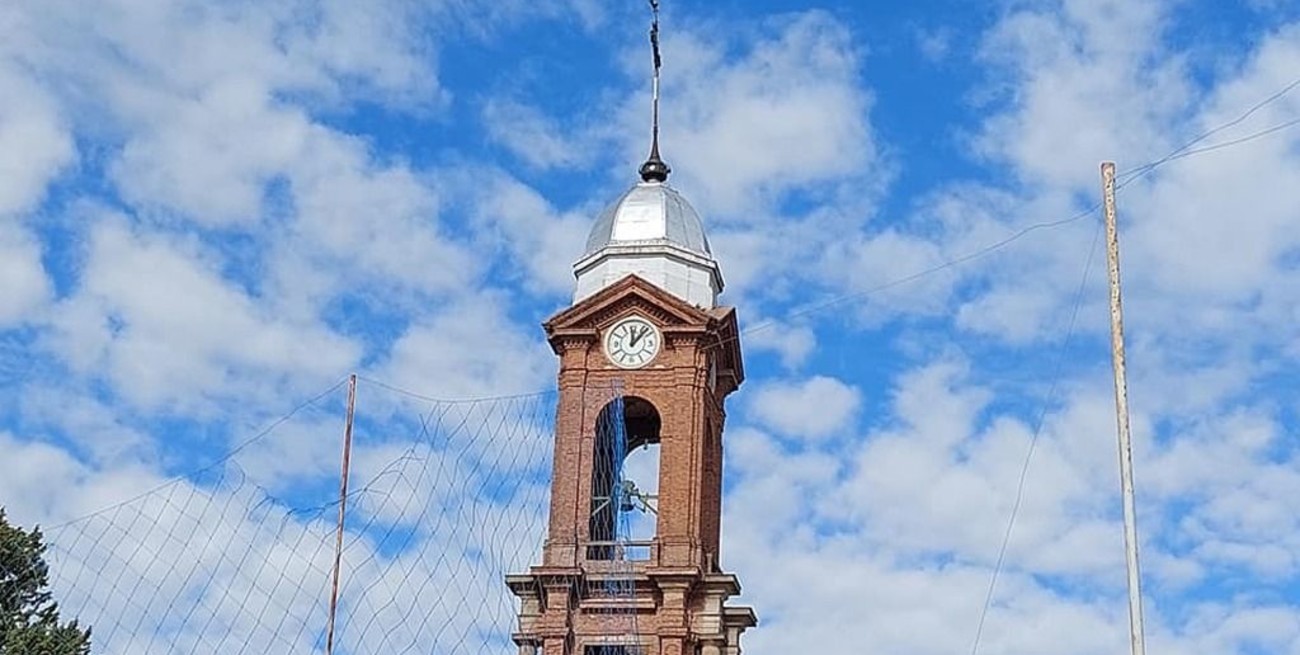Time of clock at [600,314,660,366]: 12:07
